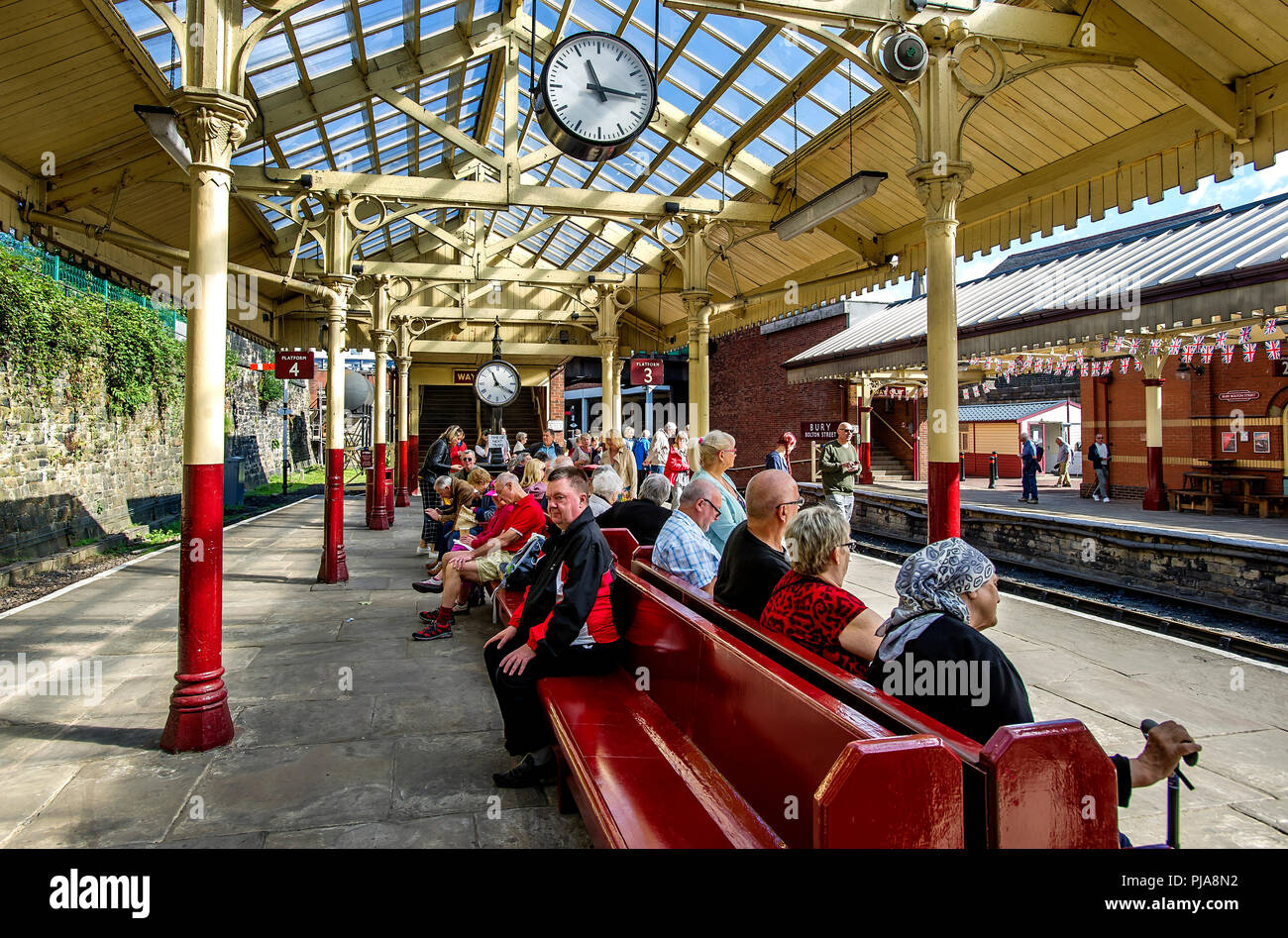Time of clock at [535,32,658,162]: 11:16
